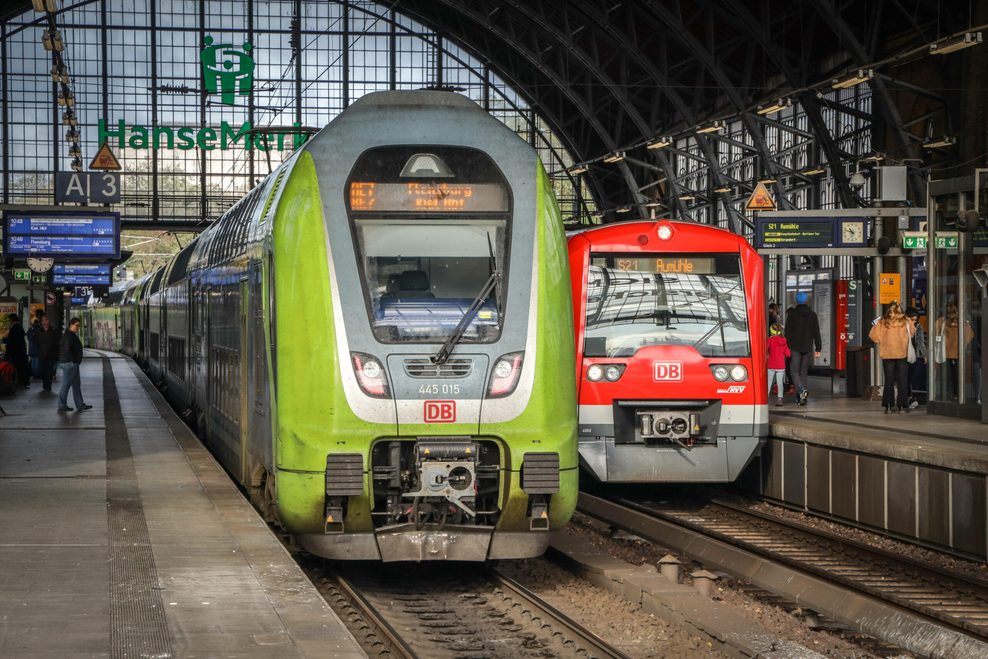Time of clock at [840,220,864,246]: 10:48
